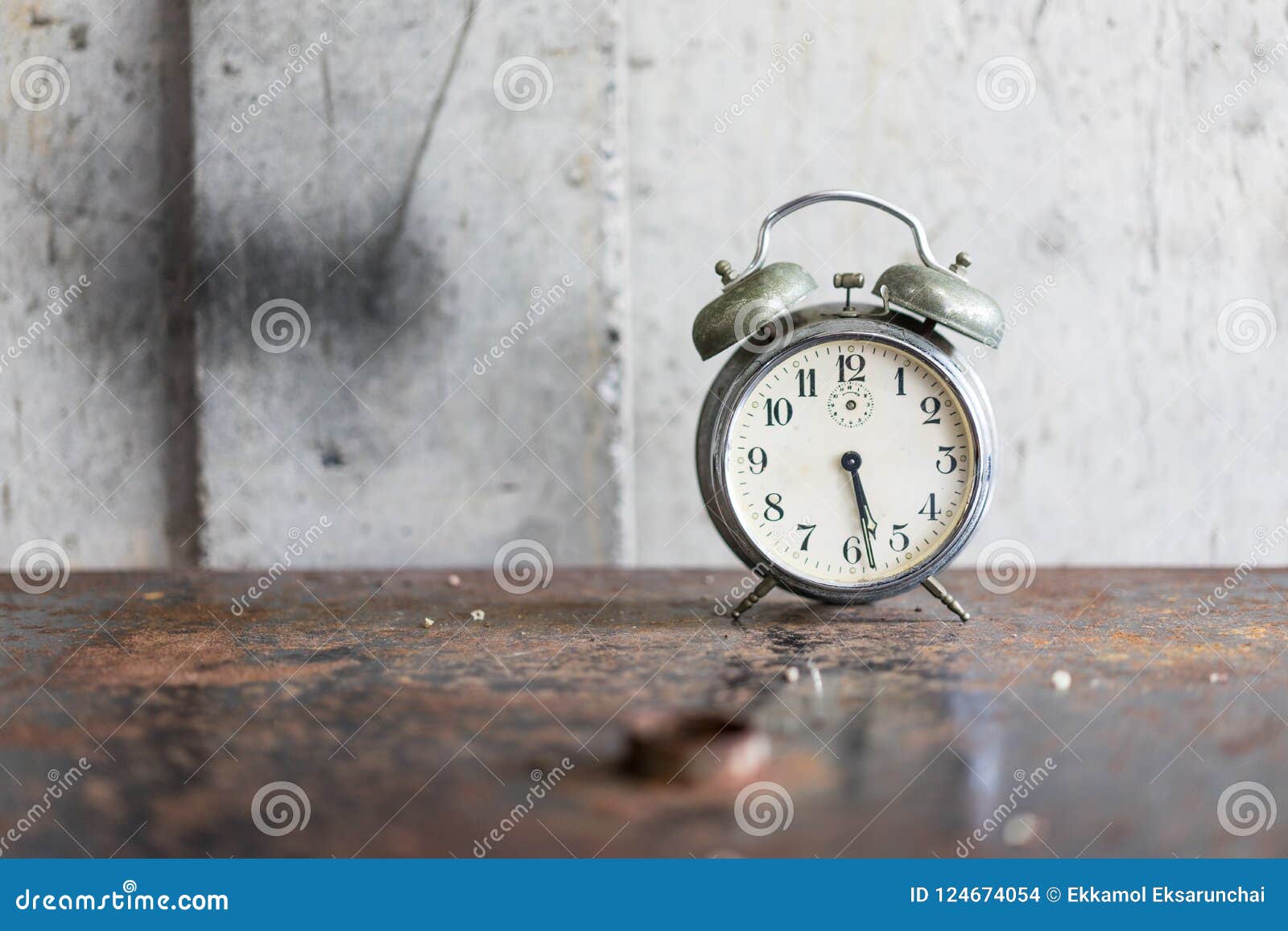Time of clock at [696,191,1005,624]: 5:28
